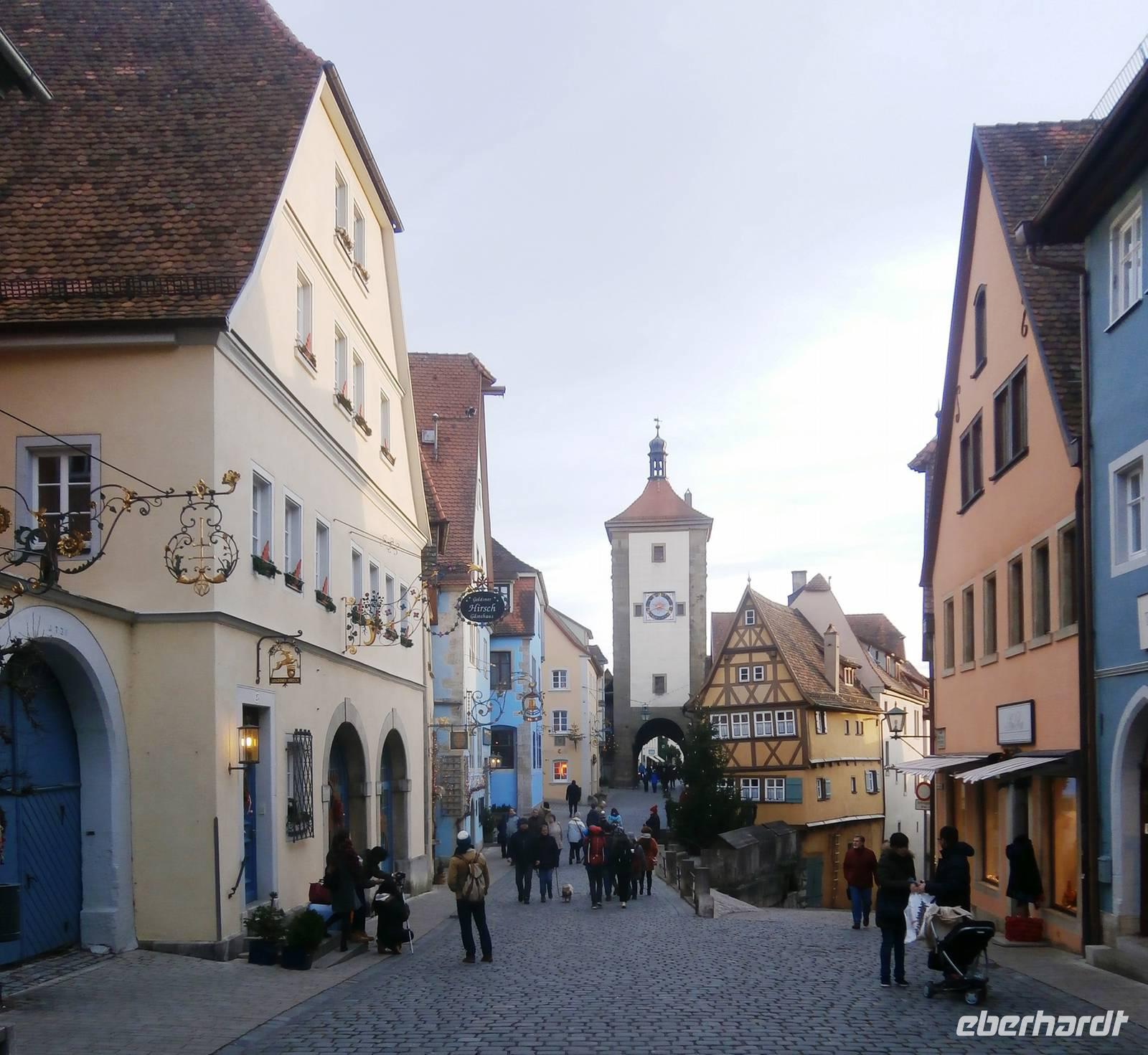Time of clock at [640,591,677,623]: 3:40
